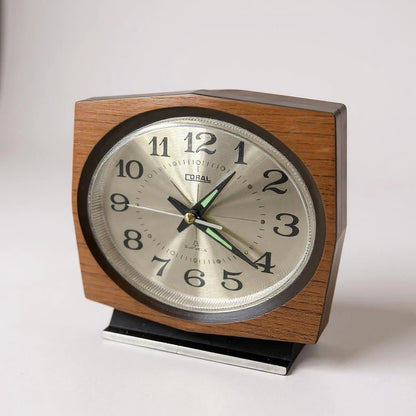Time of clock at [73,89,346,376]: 1:21
